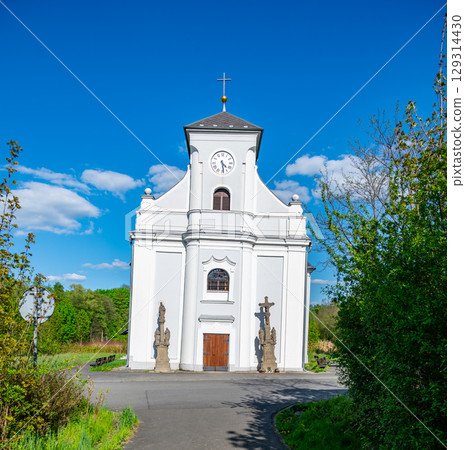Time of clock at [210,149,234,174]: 4:28
